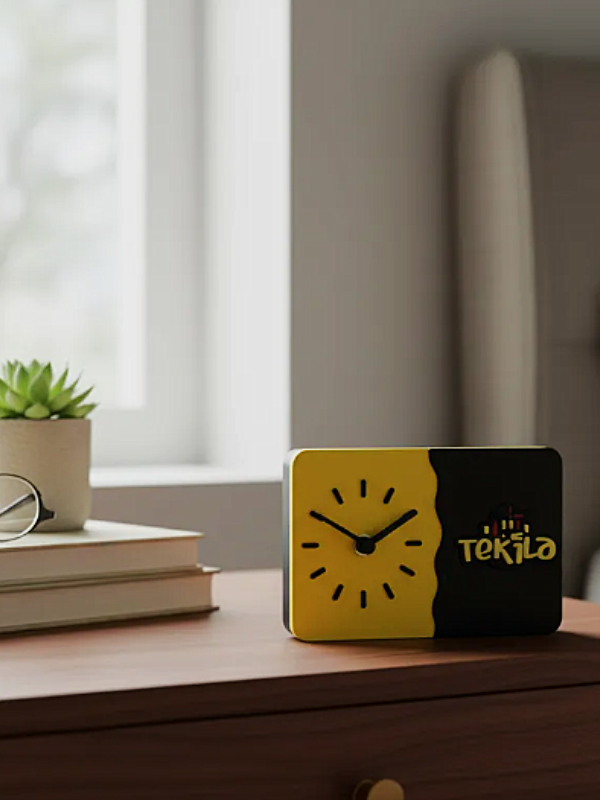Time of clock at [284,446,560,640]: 1:50
